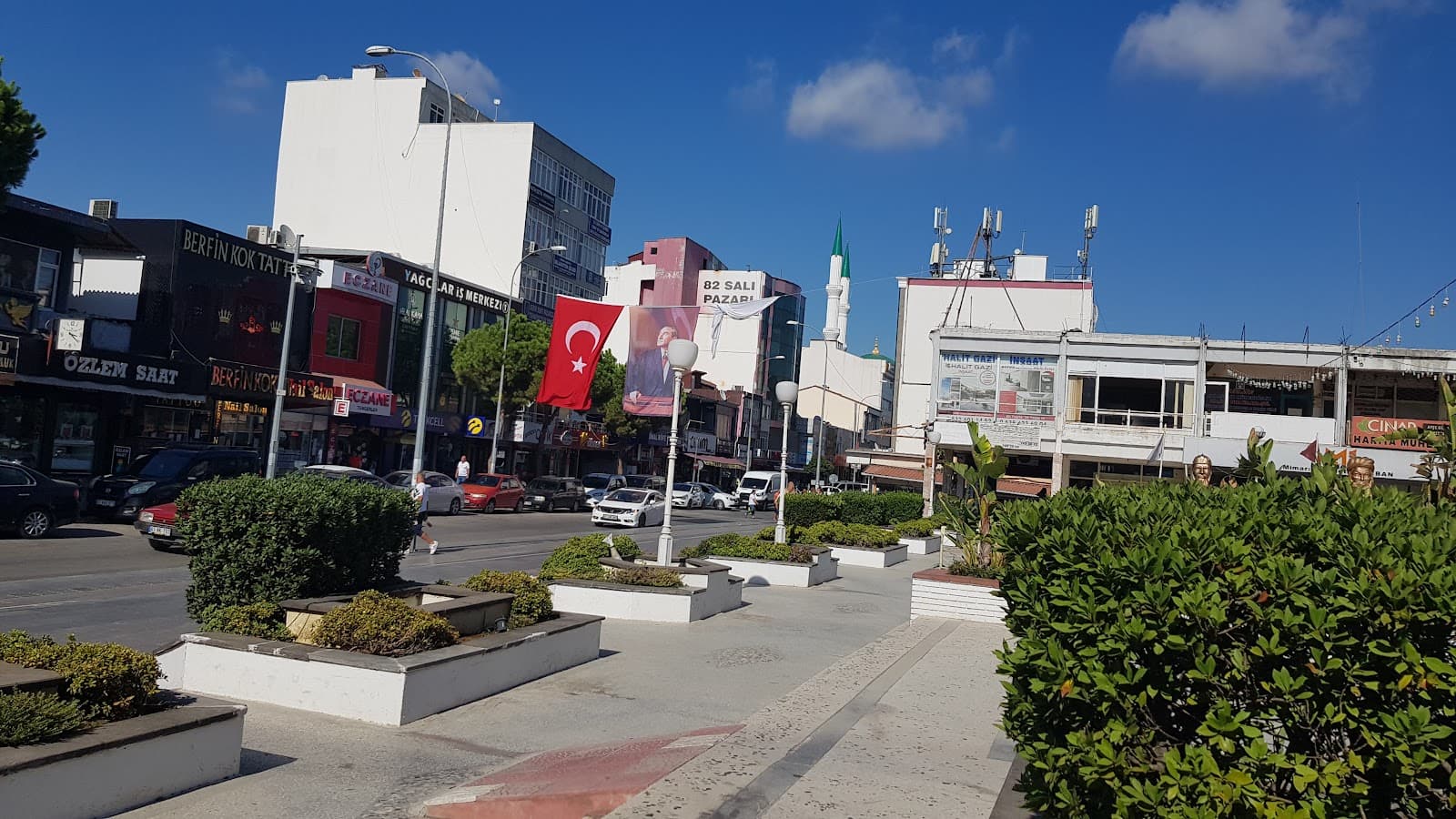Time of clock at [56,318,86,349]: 3:21
